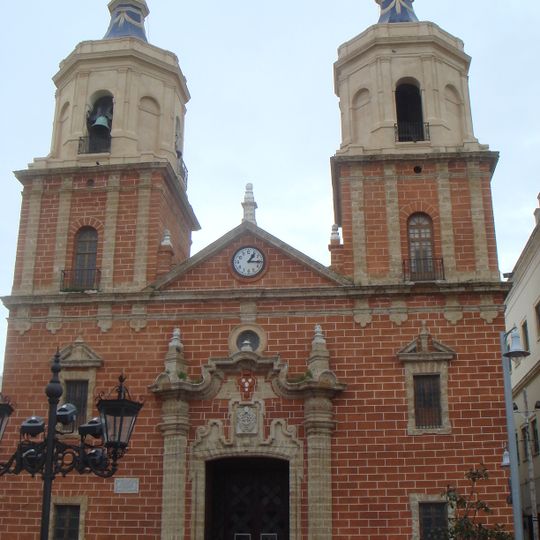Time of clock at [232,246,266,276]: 1:16
